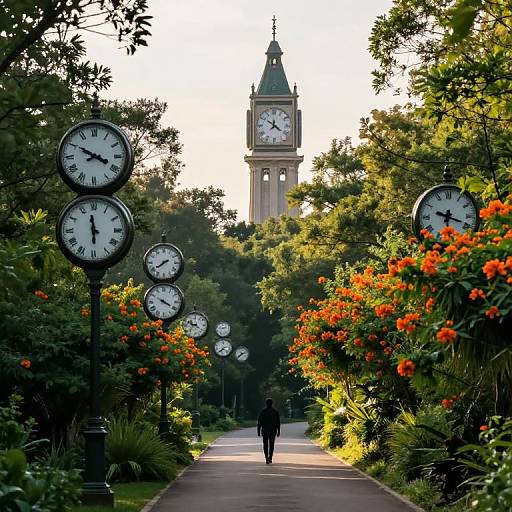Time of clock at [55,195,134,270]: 5:58
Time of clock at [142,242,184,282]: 7:40
